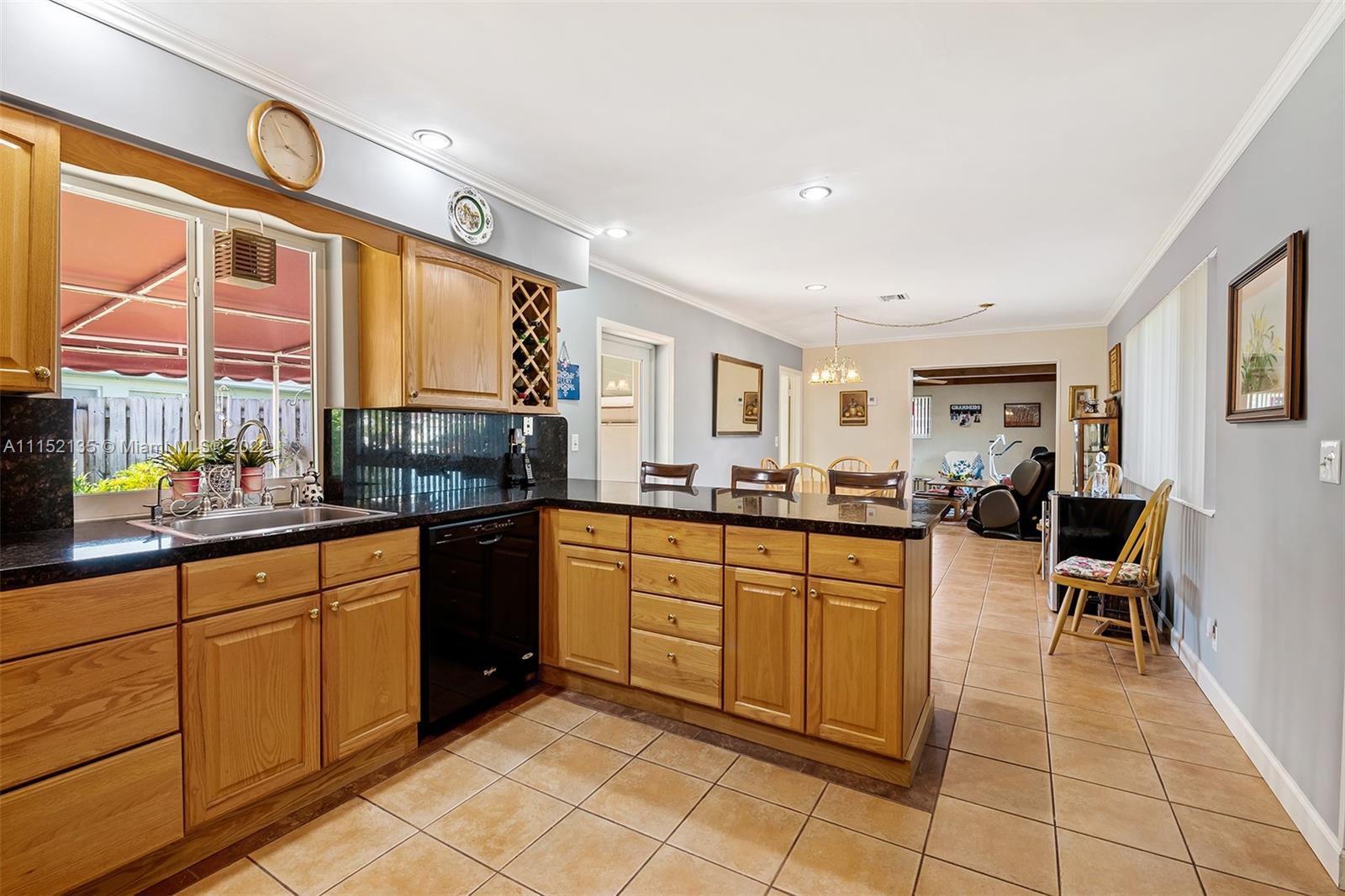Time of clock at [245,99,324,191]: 3:55
